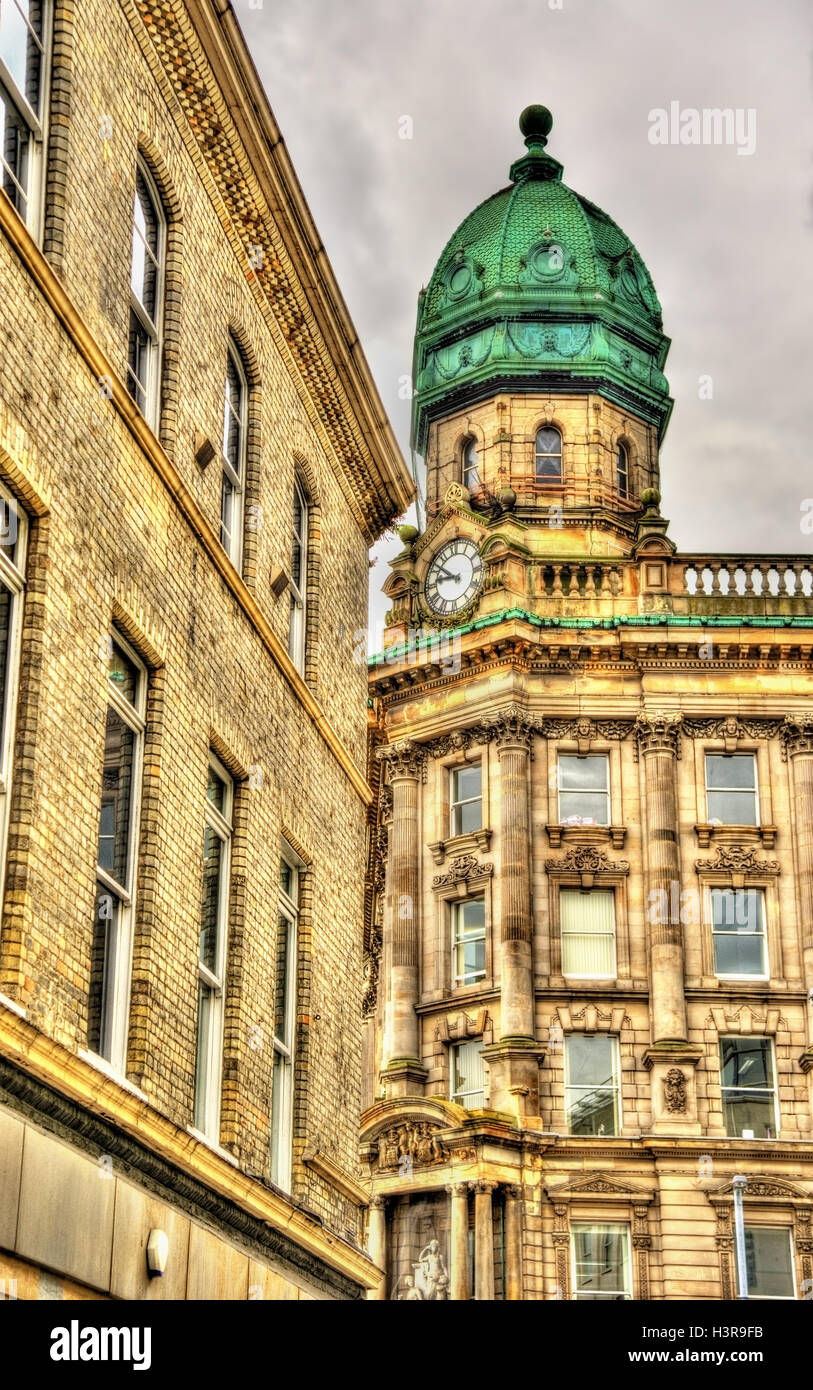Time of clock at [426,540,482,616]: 8:51
